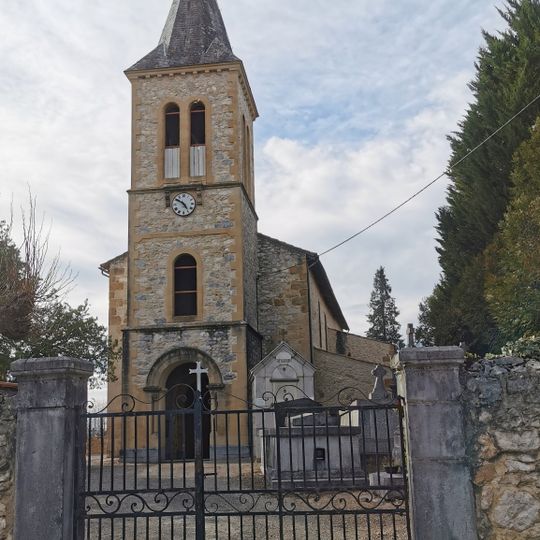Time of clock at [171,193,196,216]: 4:50
